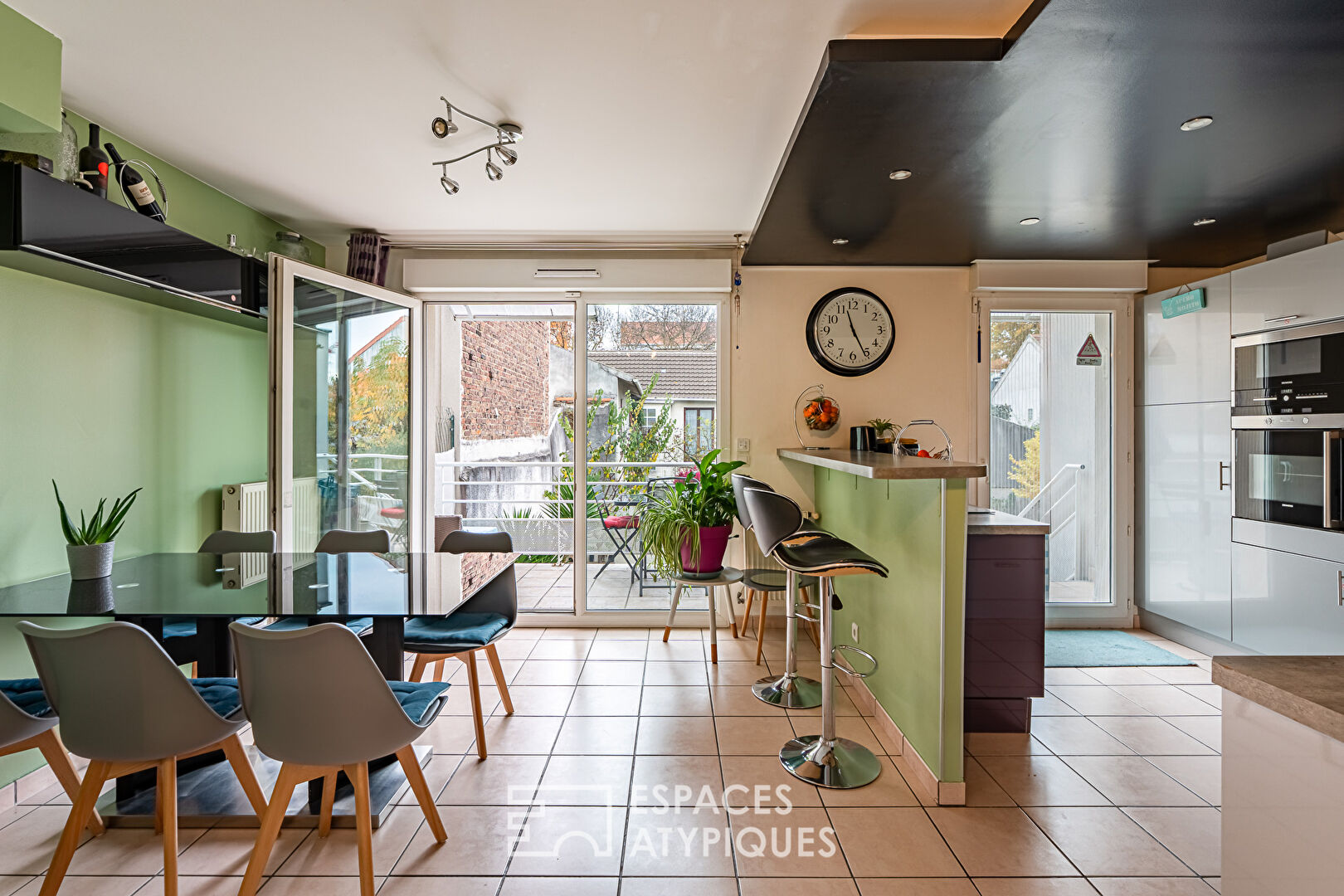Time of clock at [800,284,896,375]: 11:25
